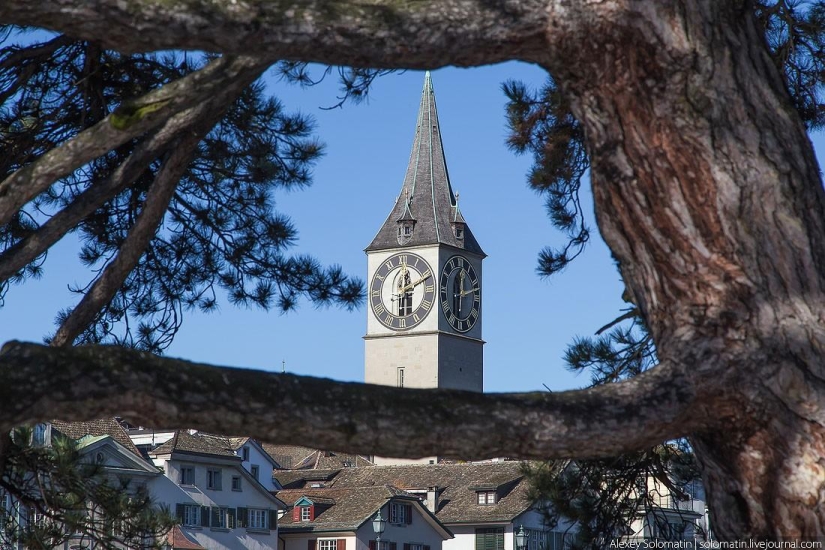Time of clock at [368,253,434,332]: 12:11
